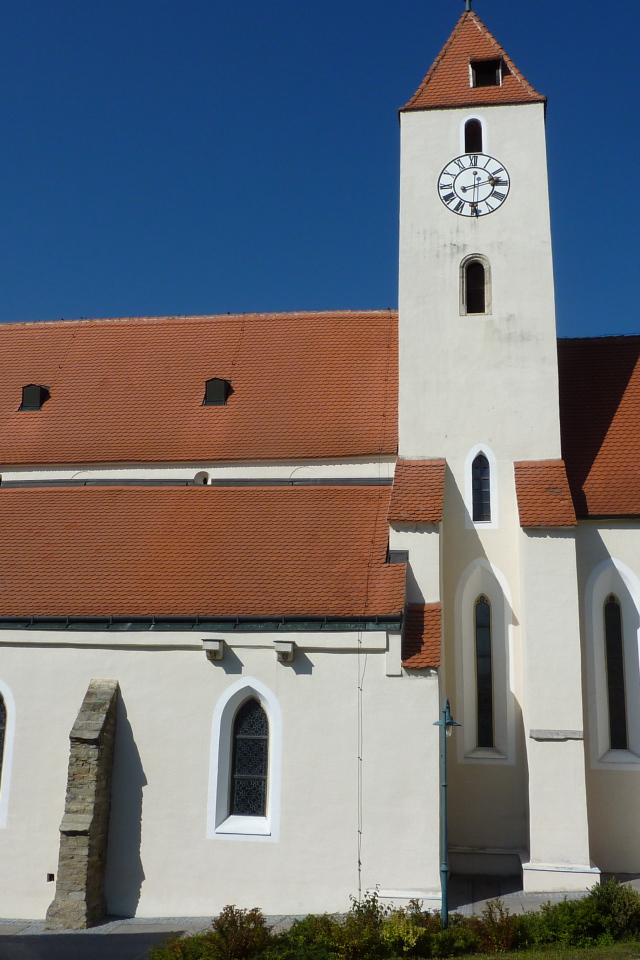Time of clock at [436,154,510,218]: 2:29
